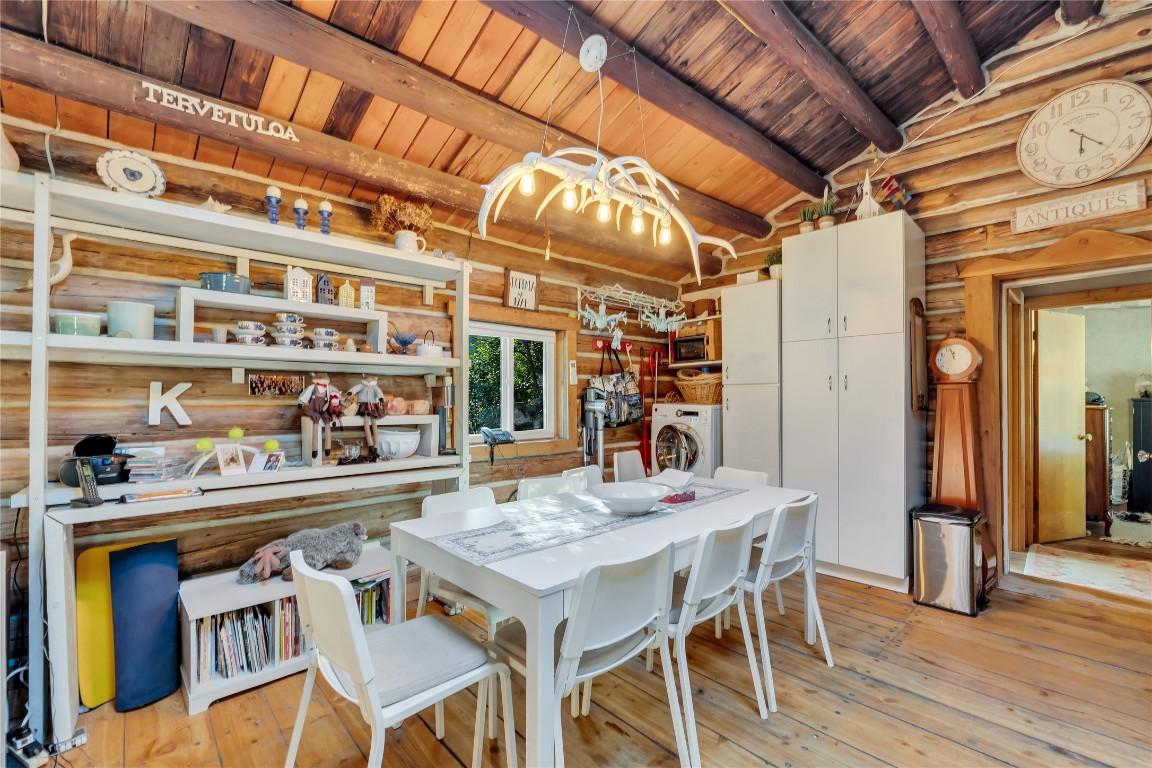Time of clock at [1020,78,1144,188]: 6:22
